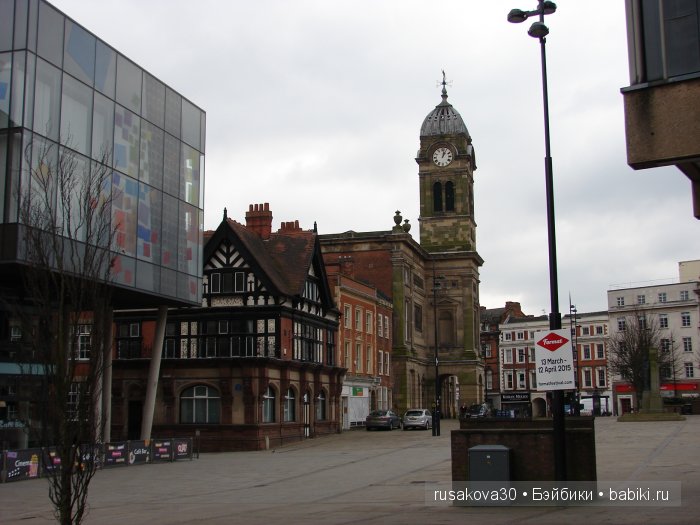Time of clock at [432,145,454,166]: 1:02
